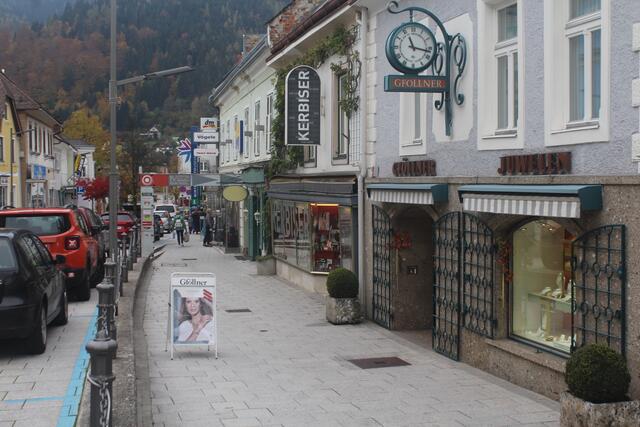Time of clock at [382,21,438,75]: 11:17
